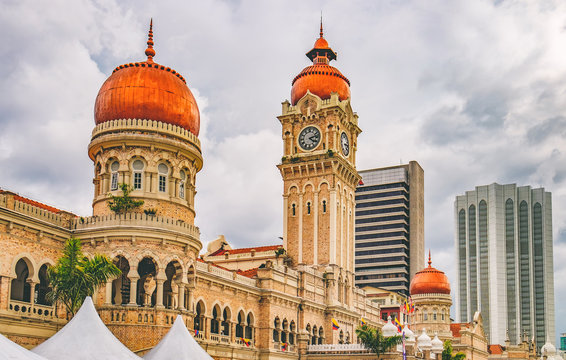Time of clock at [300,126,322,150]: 4:12
